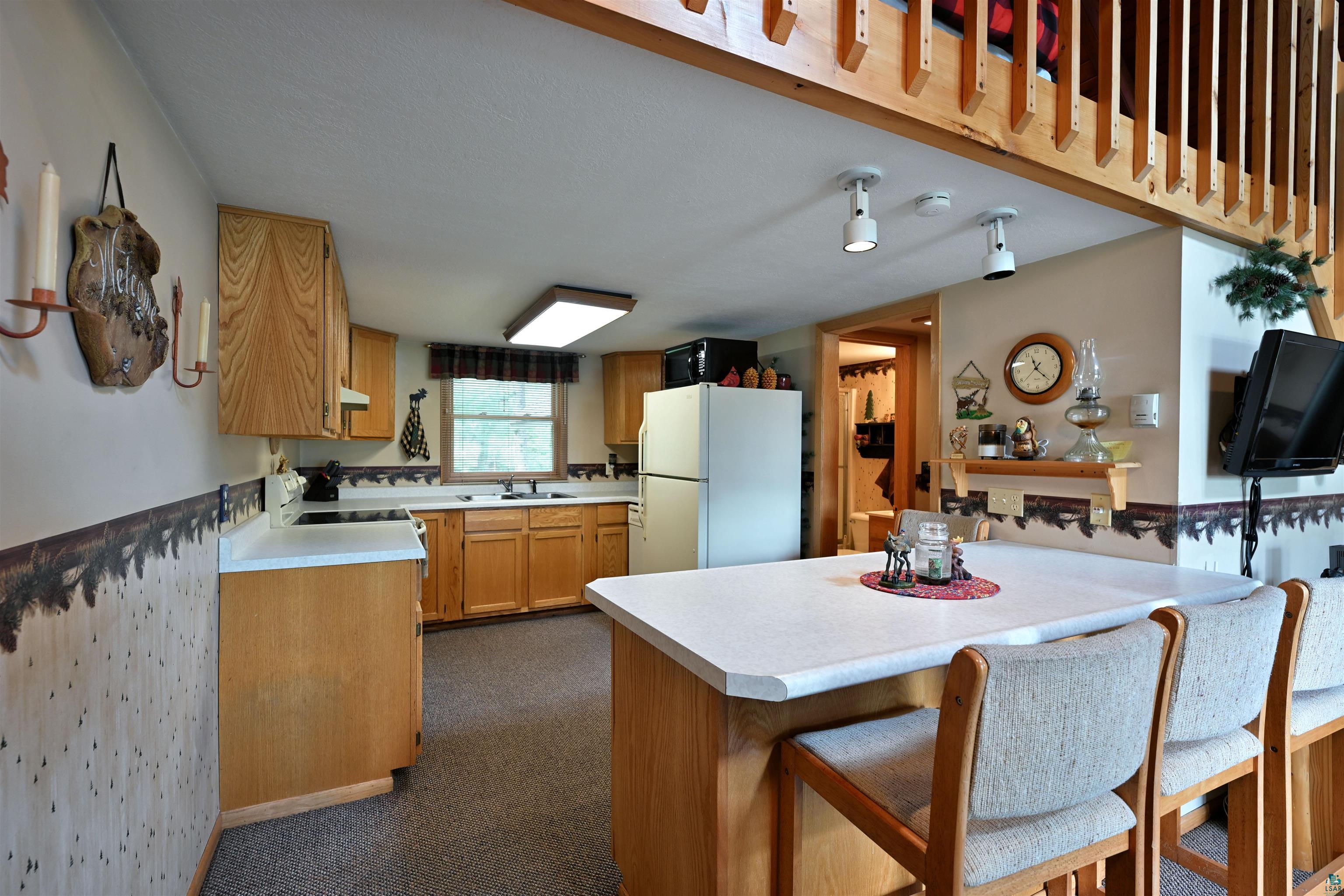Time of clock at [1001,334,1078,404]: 11:22
